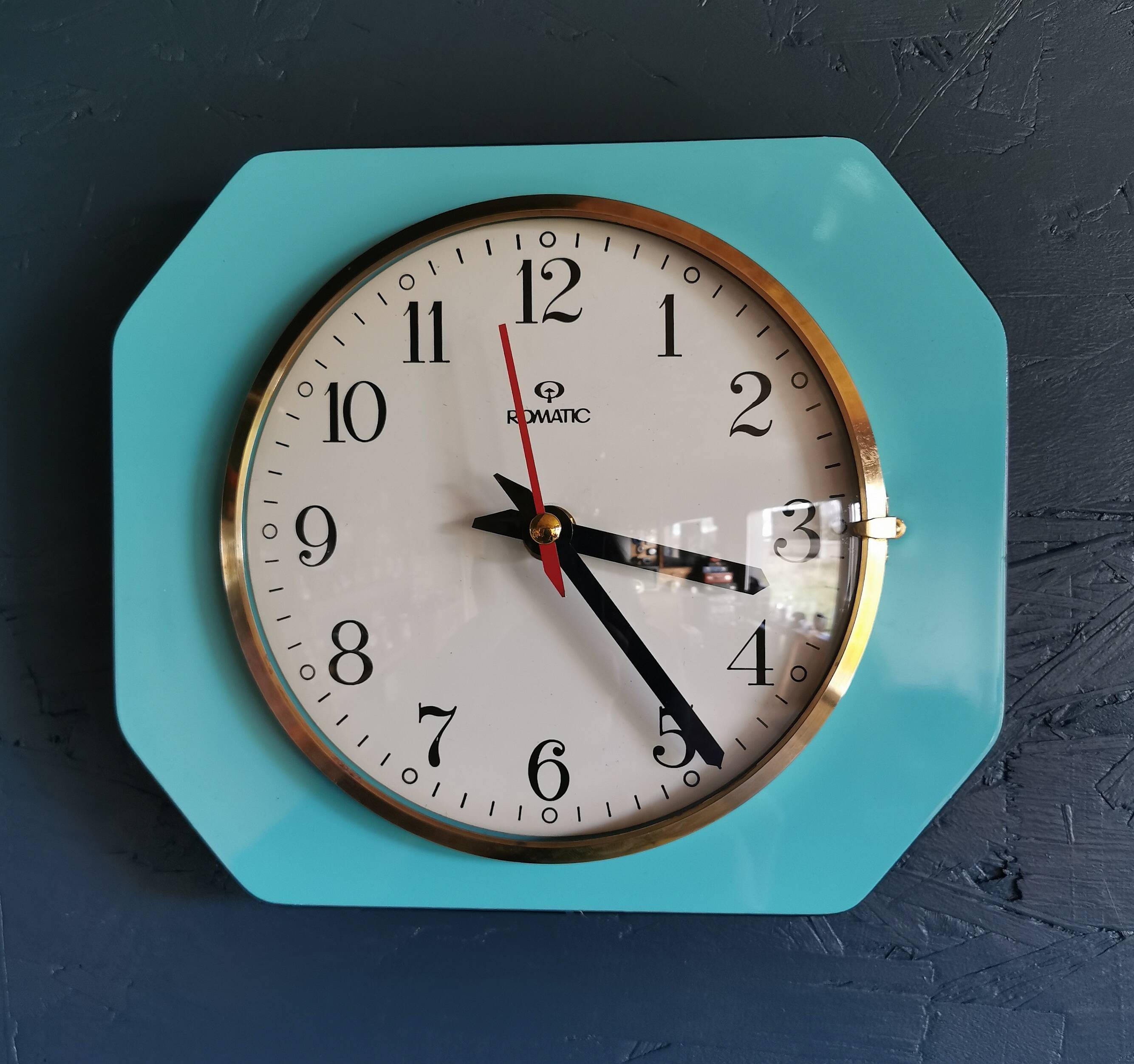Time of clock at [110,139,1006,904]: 3:23
